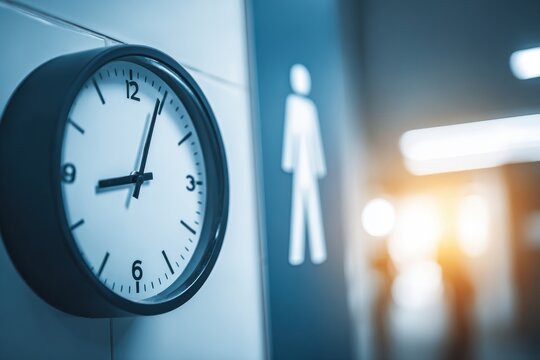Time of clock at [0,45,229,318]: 9:04
